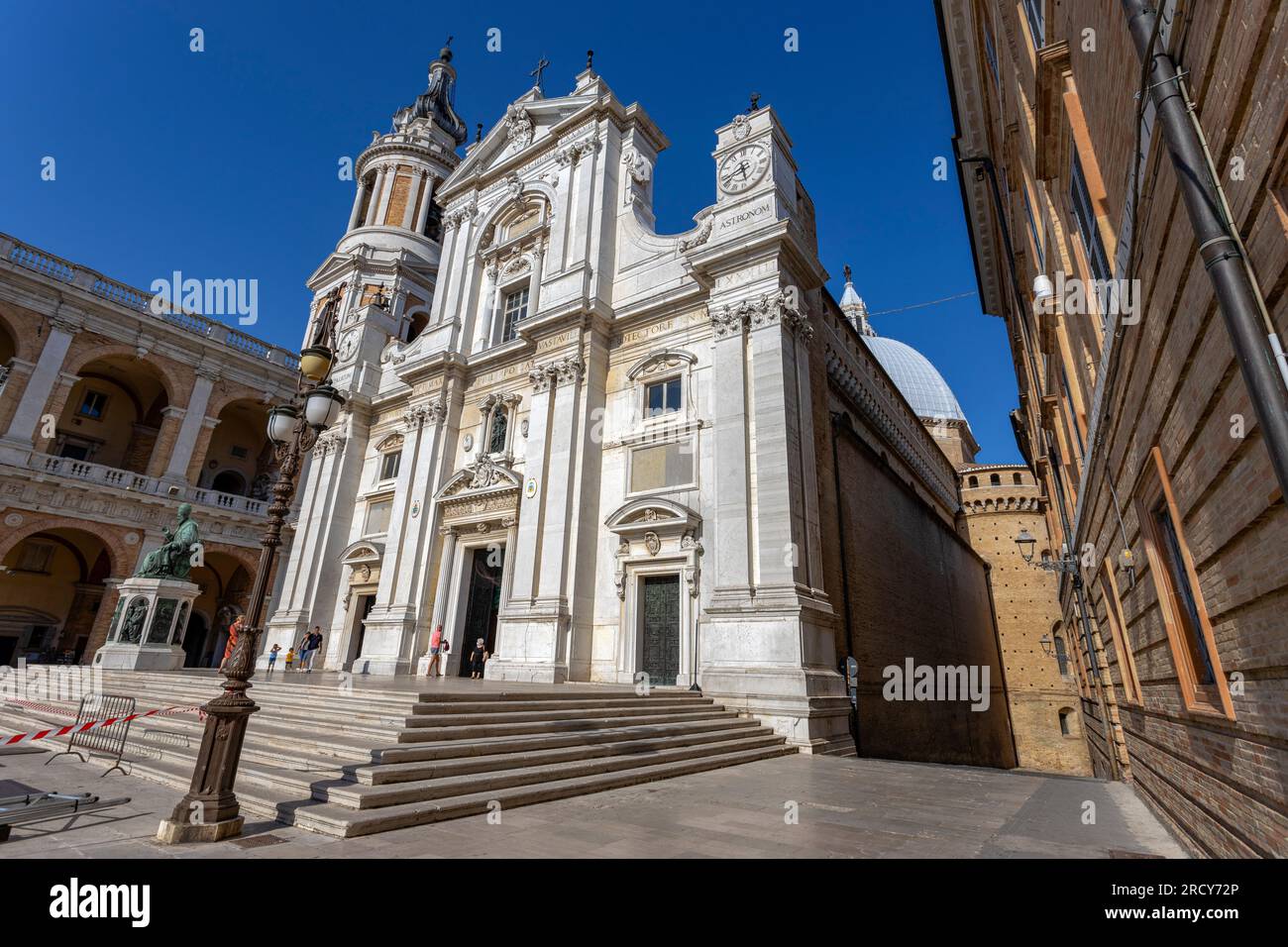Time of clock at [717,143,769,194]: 5:42
